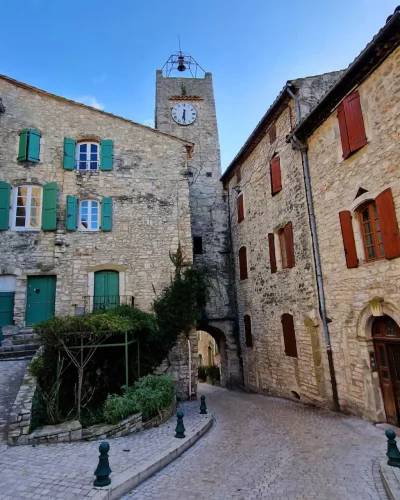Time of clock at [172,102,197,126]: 6:29
